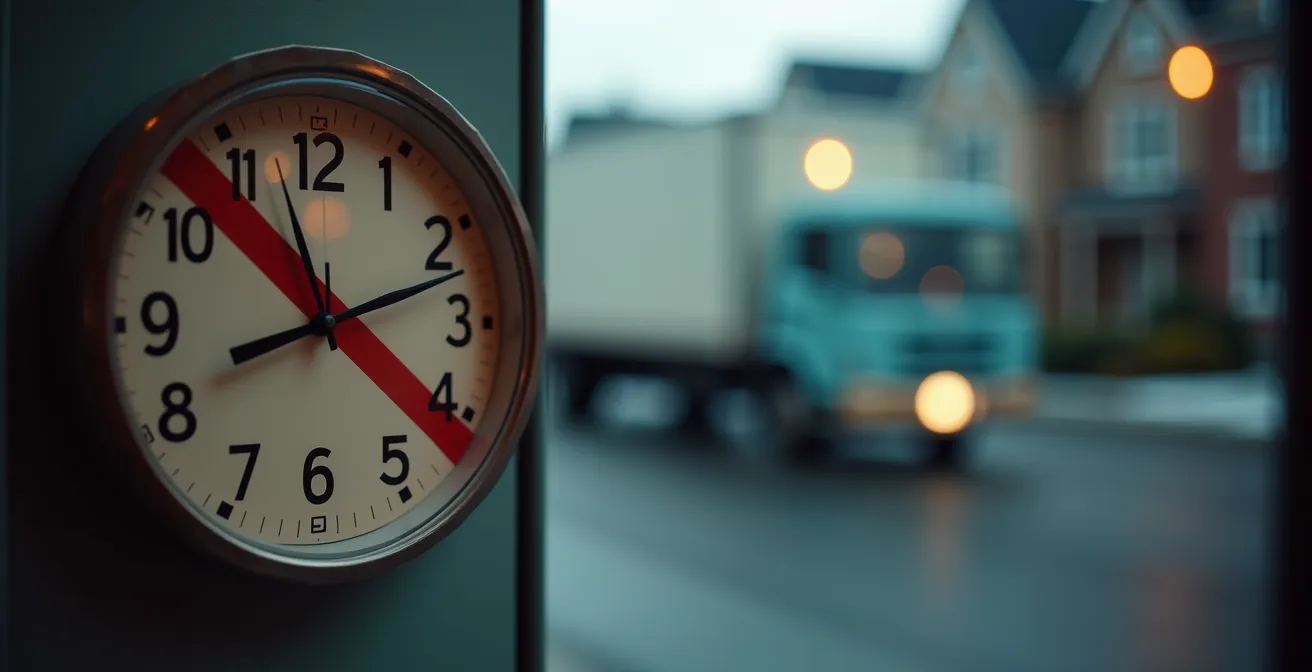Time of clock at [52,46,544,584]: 8:12
